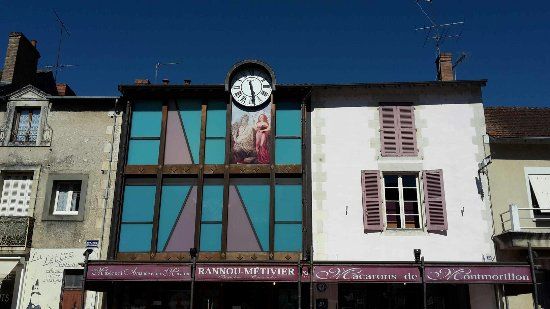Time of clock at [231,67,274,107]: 5:28
